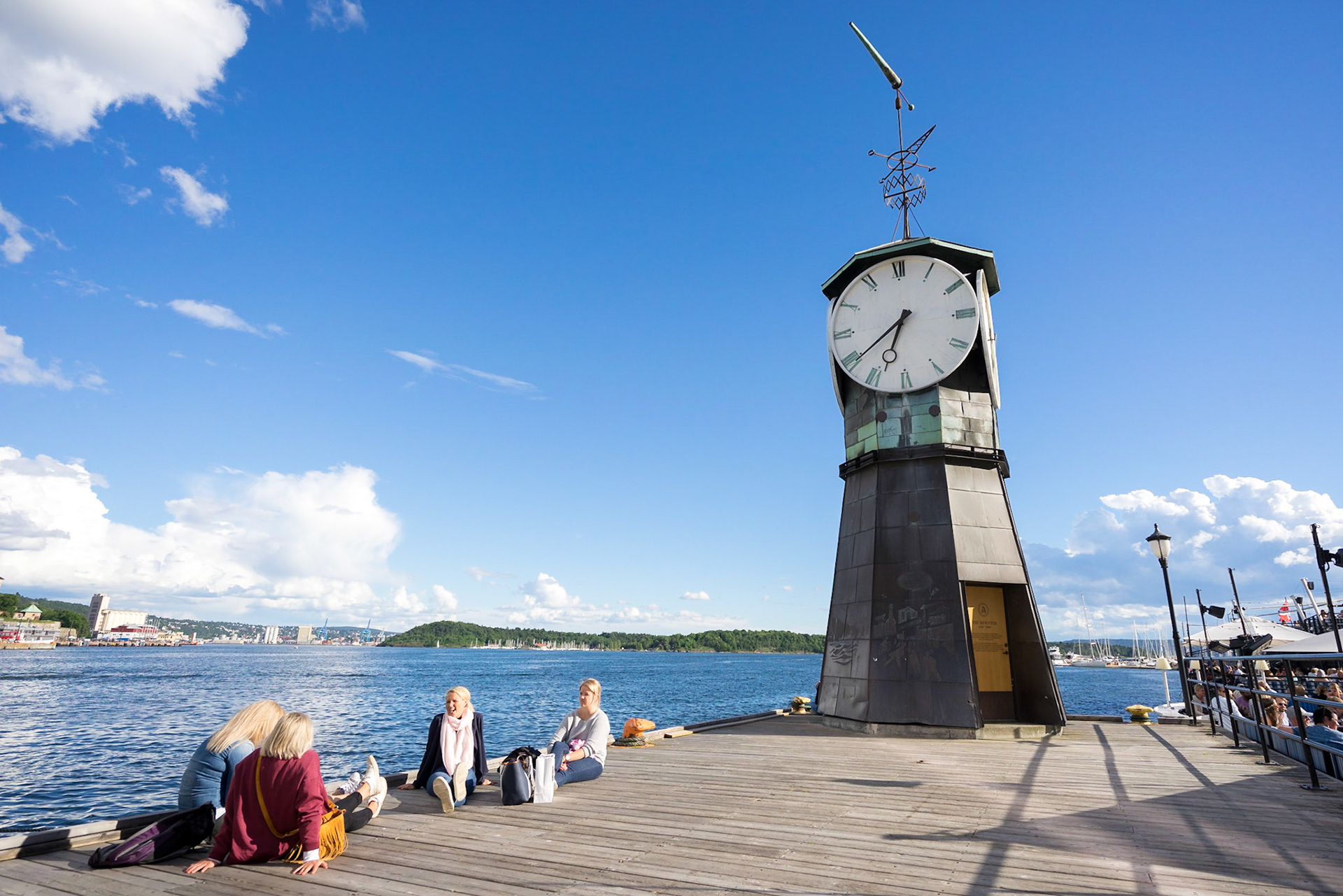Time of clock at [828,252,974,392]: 6:39
